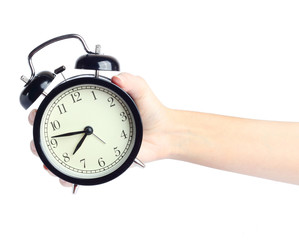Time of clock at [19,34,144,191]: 7:46
